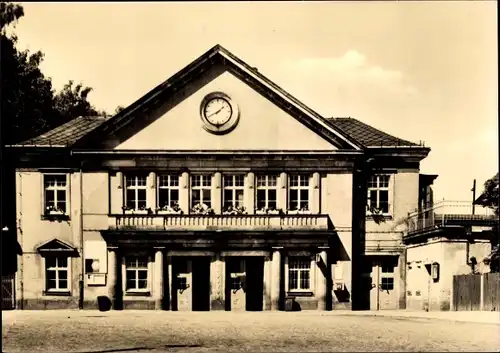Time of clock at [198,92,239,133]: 1:40
